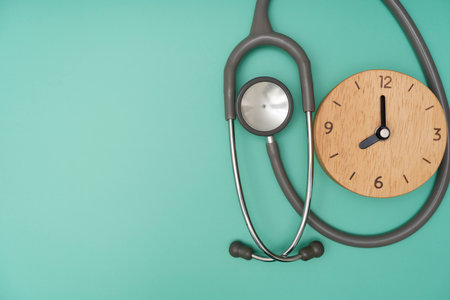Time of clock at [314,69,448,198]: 7:59
